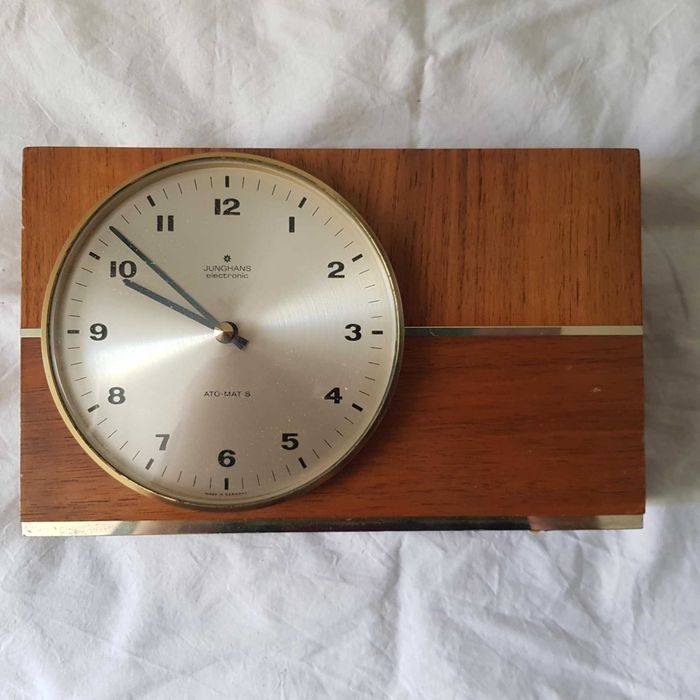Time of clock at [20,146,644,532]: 9:51
